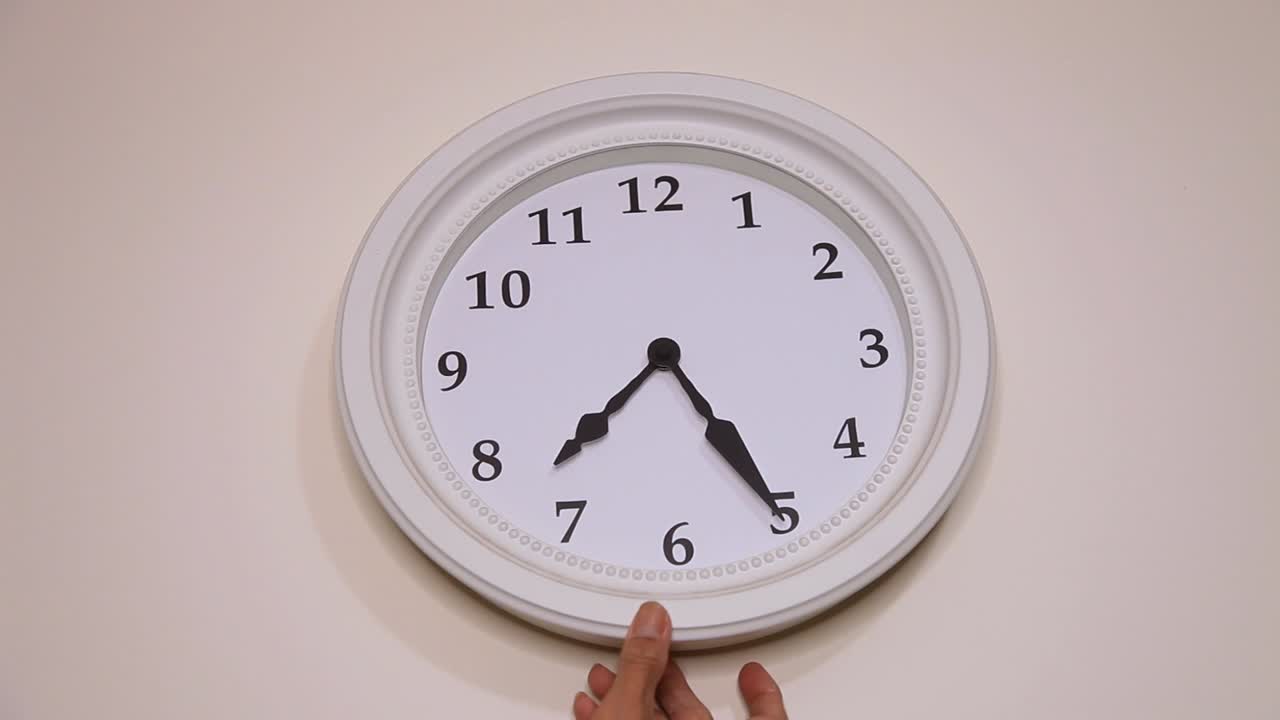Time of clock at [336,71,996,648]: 7:25
